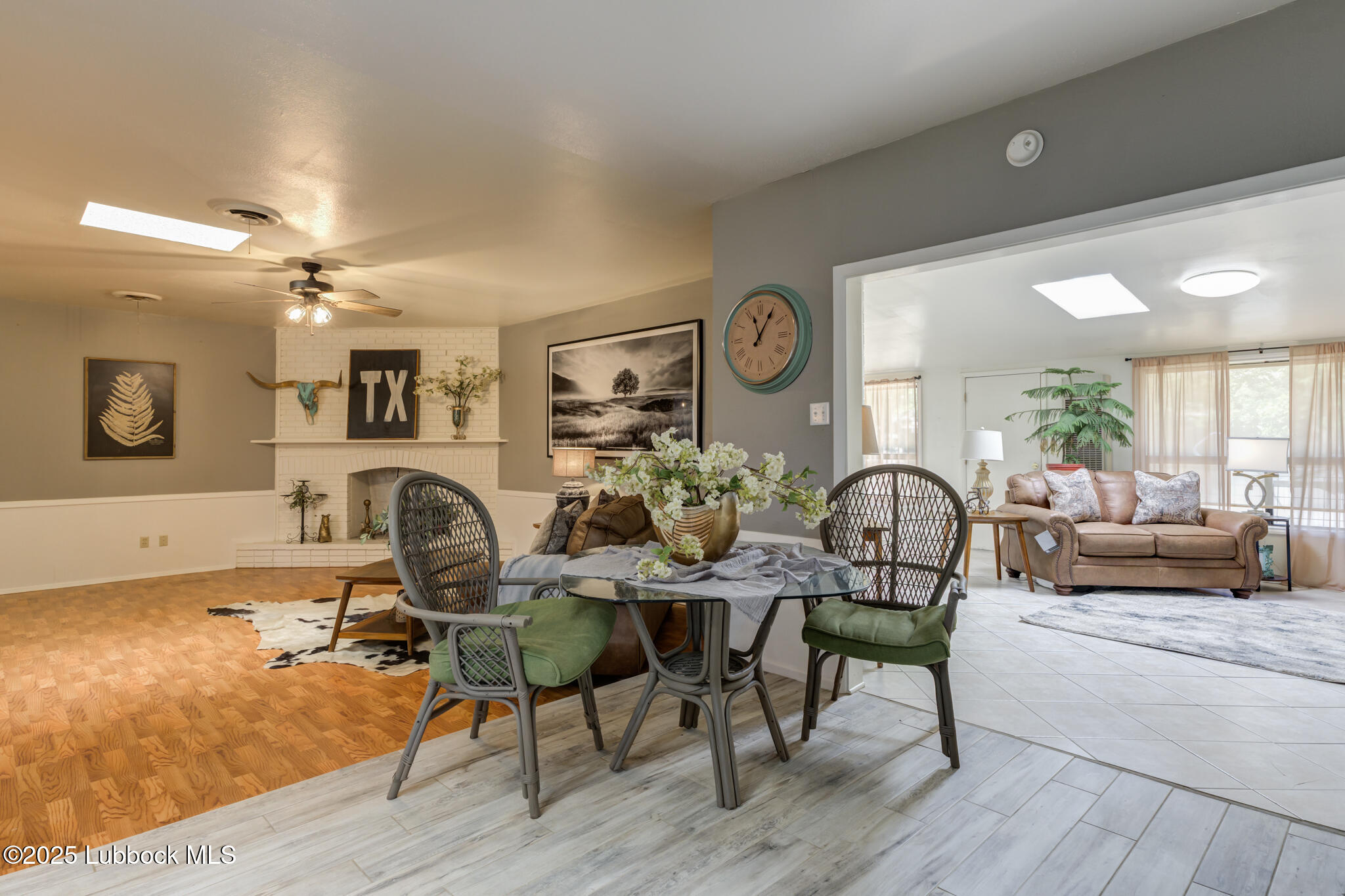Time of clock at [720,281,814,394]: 11:05
